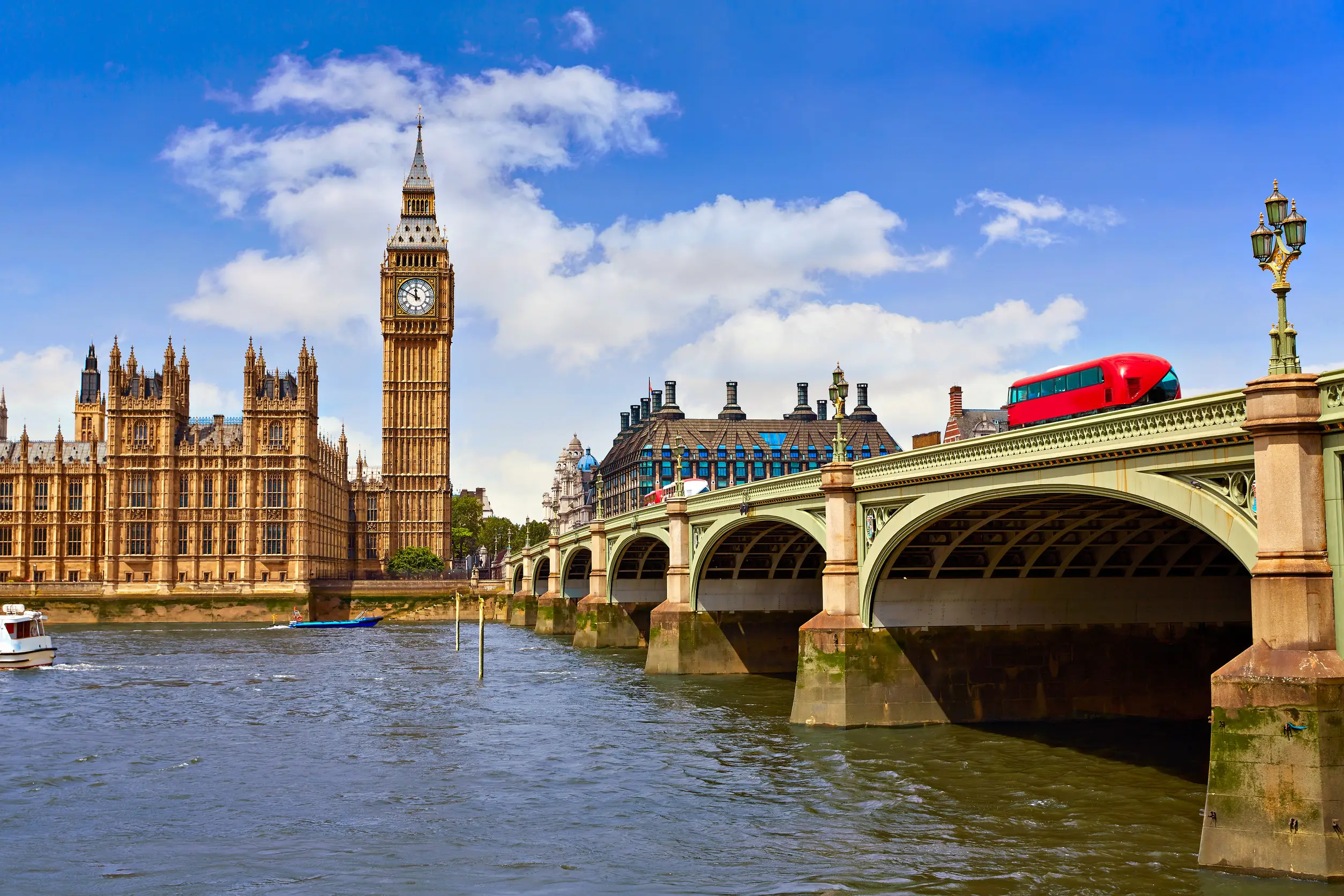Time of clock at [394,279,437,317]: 11:49
